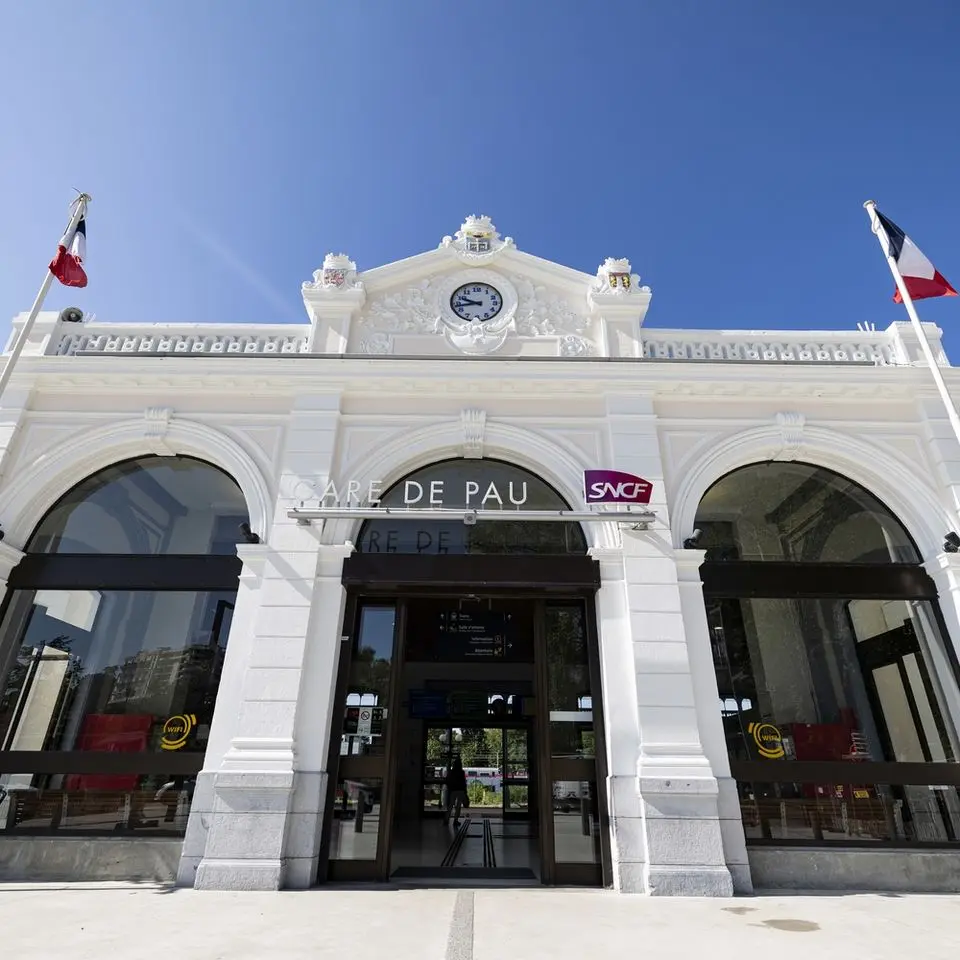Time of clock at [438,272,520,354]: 9:42
